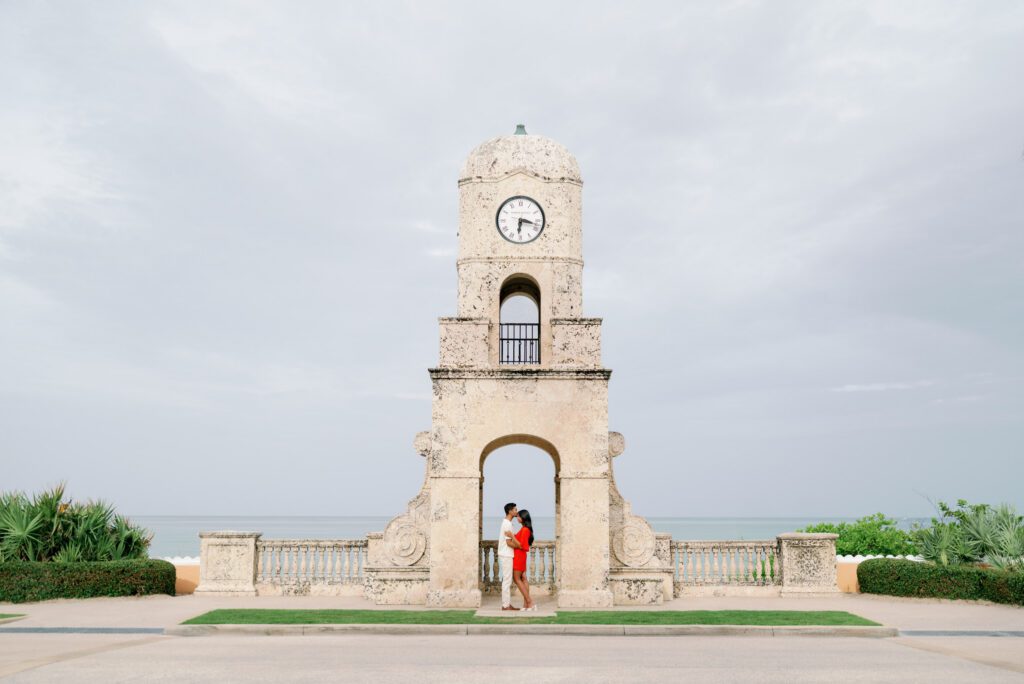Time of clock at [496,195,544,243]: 6:17
